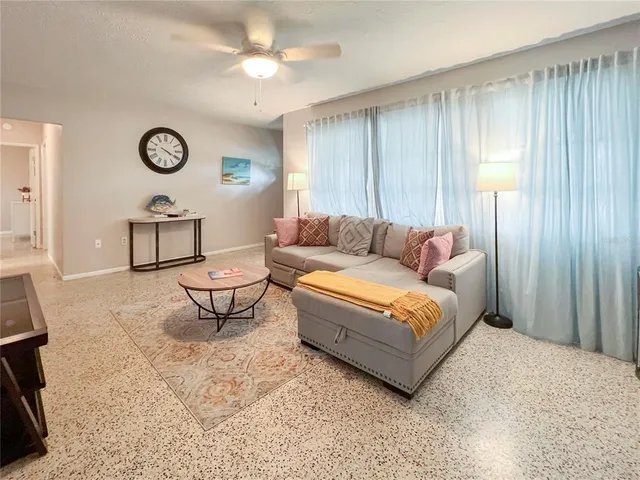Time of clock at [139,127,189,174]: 4:19
